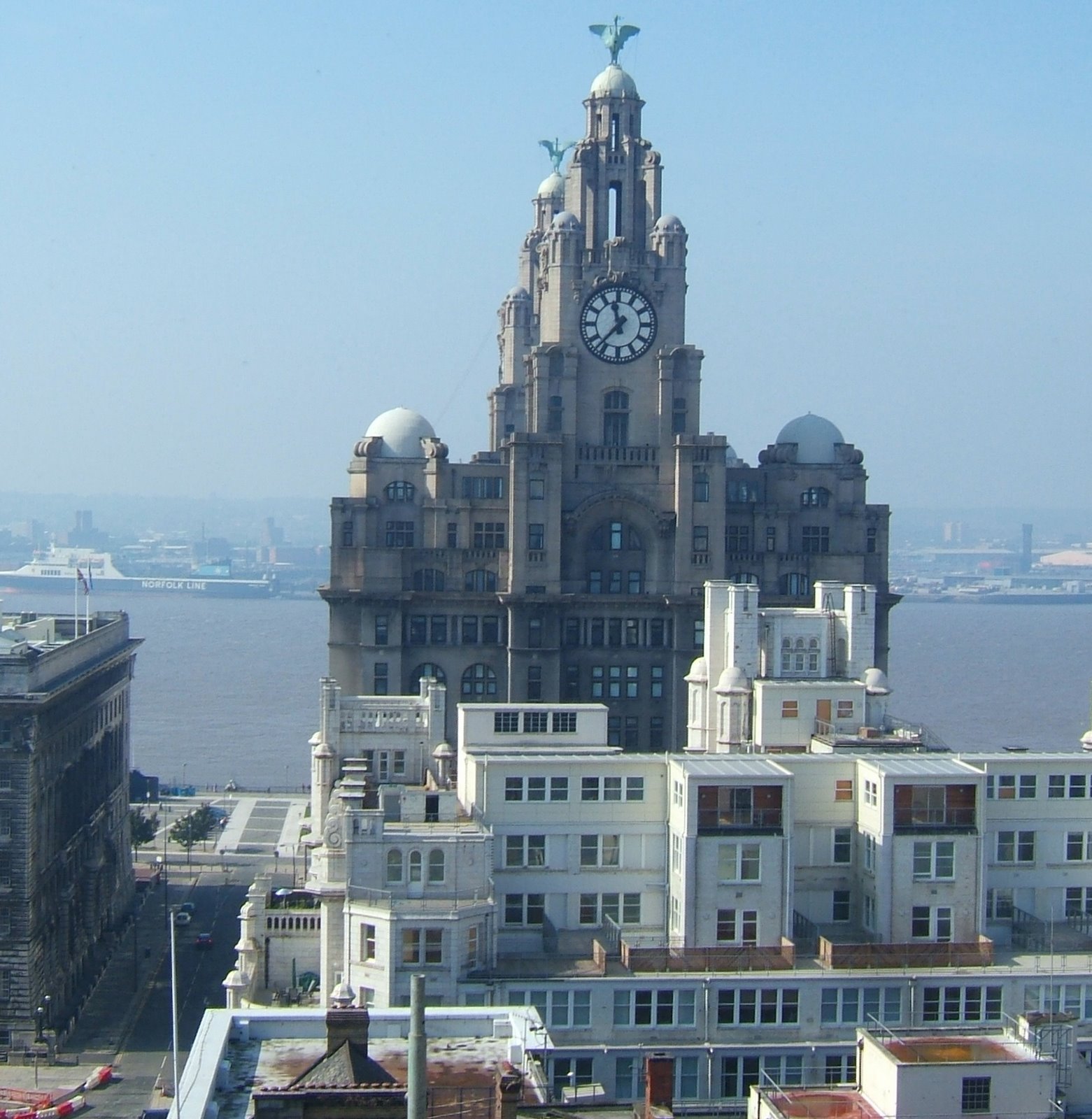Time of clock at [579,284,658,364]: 11:37
